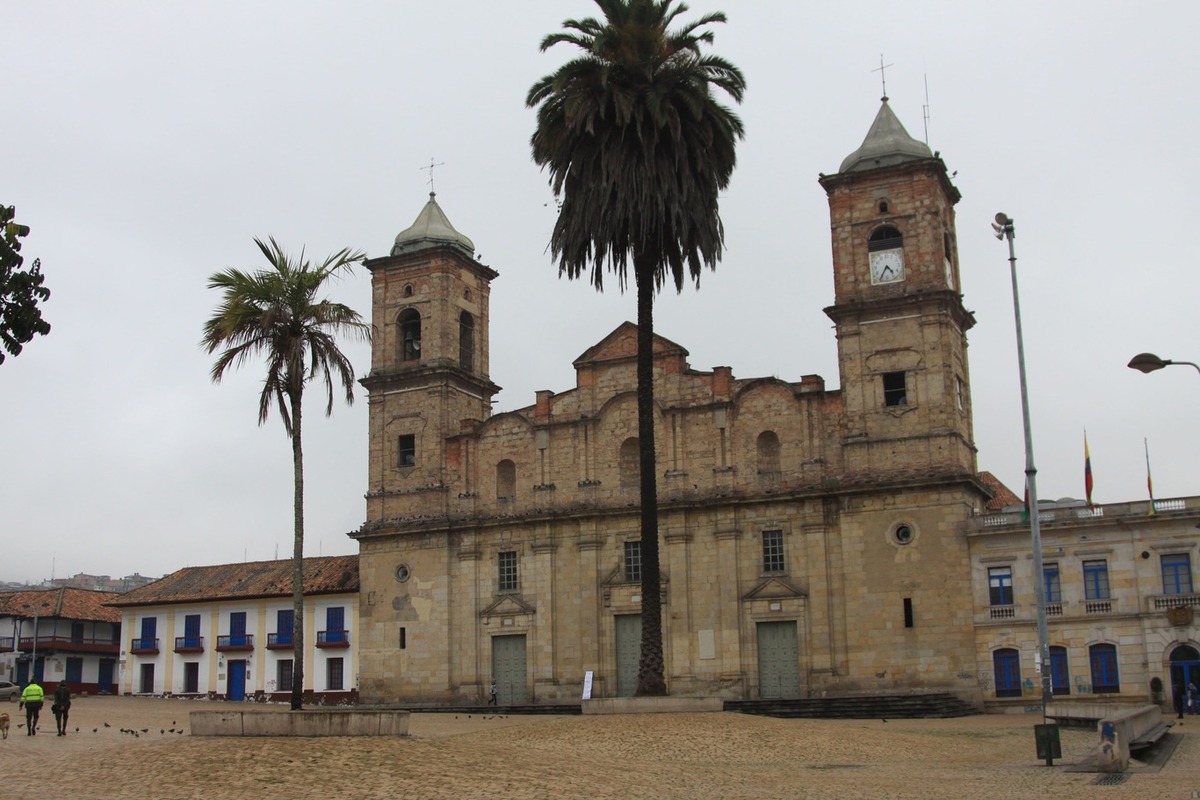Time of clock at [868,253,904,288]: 4:35
